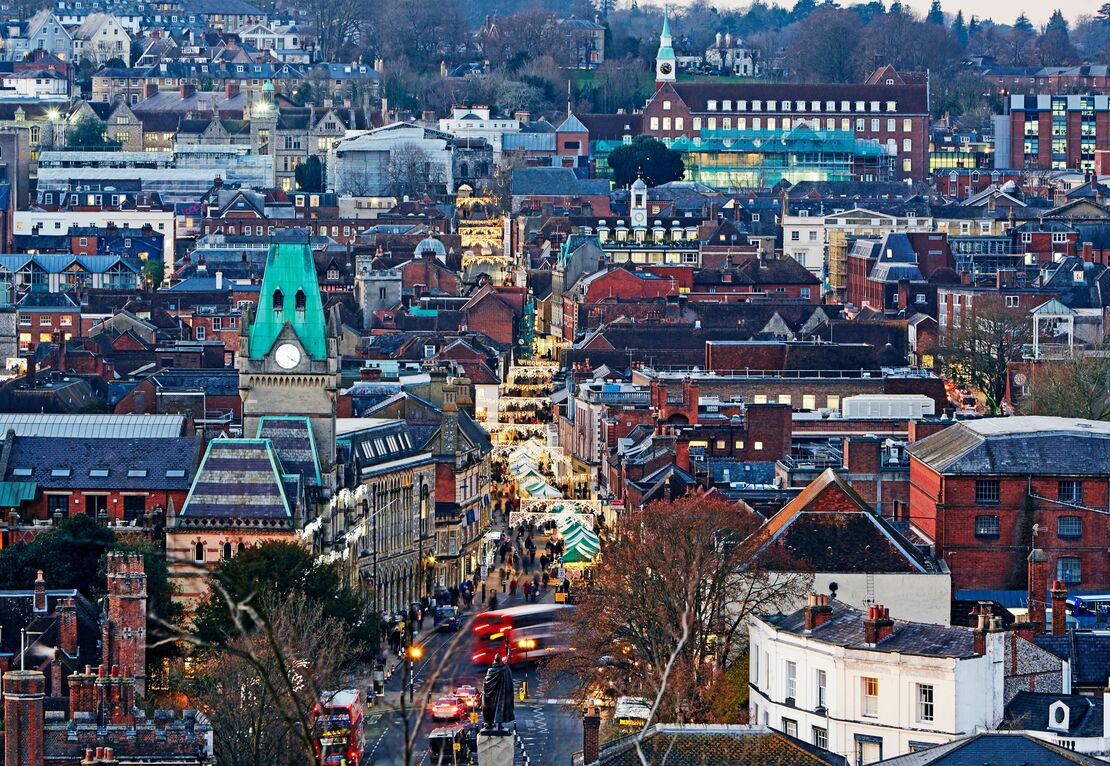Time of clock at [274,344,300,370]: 4:20
